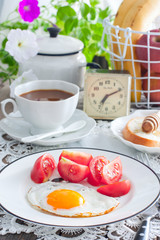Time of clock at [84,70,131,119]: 7:10
